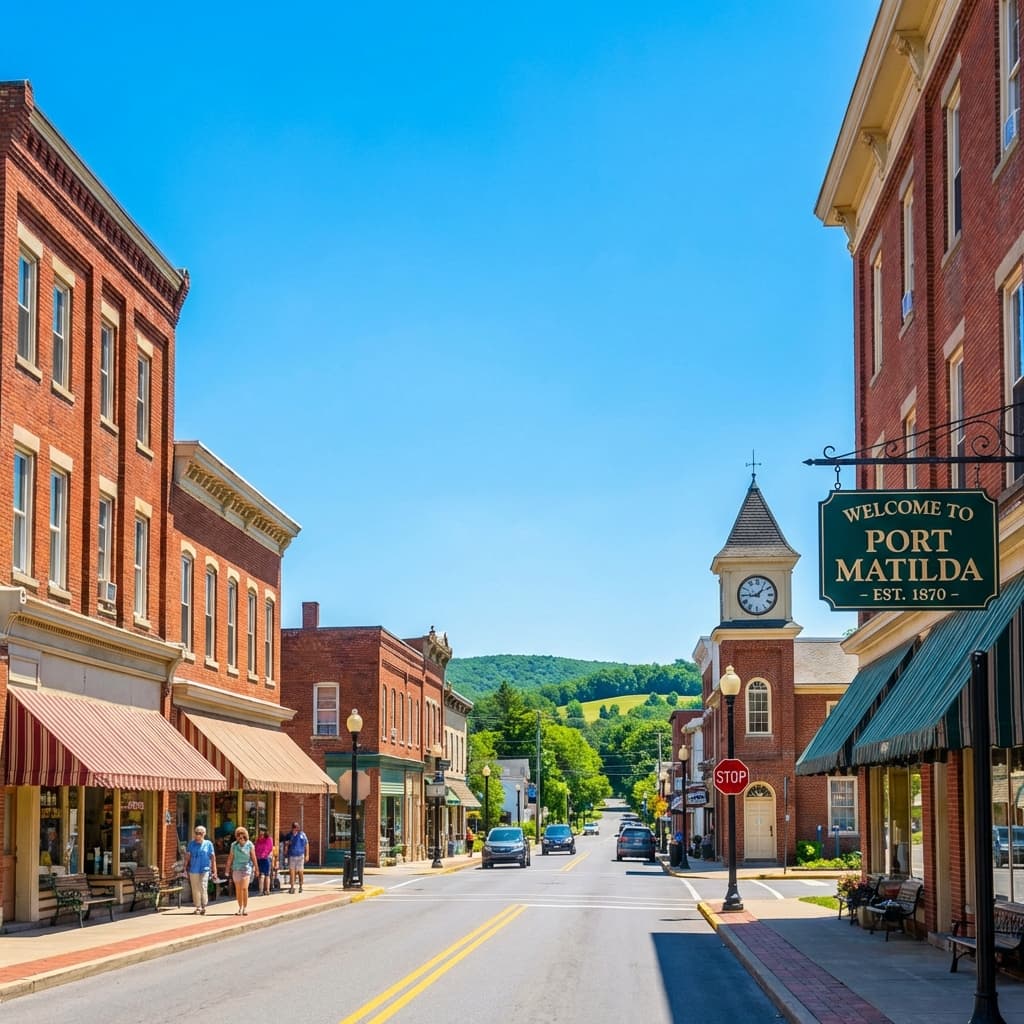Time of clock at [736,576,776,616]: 1:44
